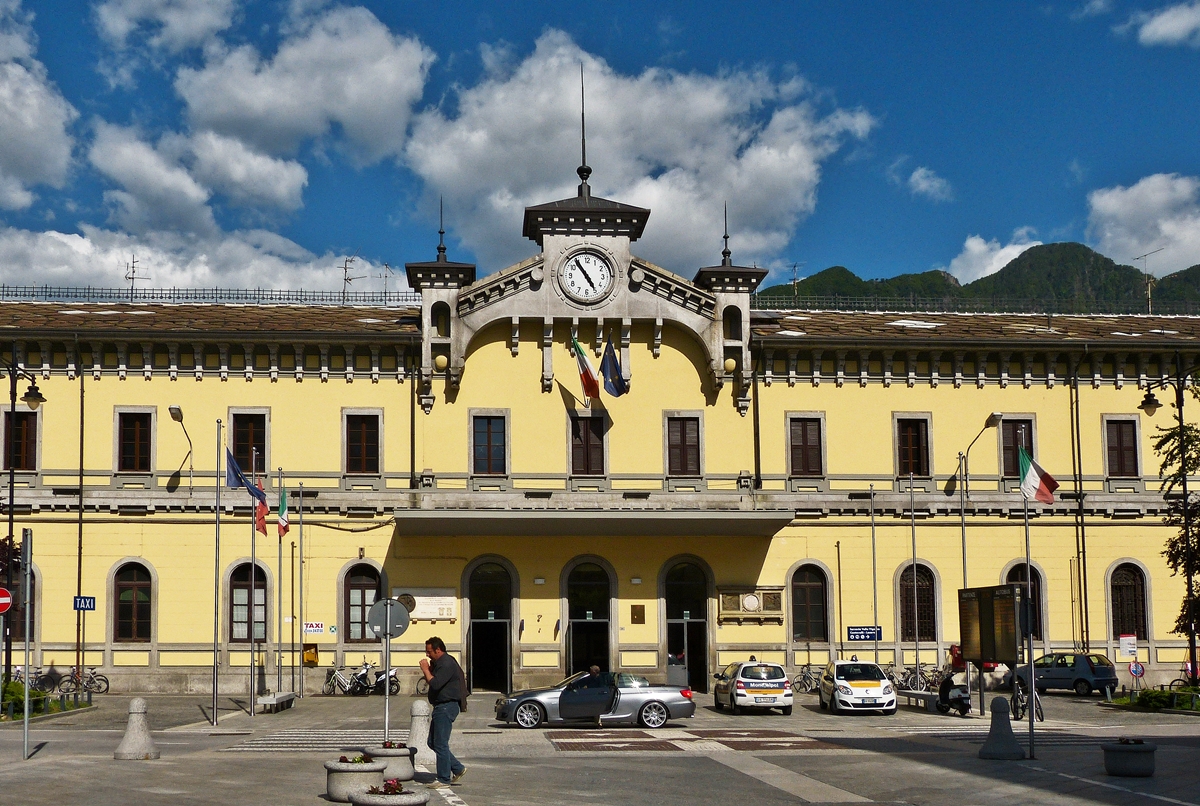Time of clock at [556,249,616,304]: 4:54
